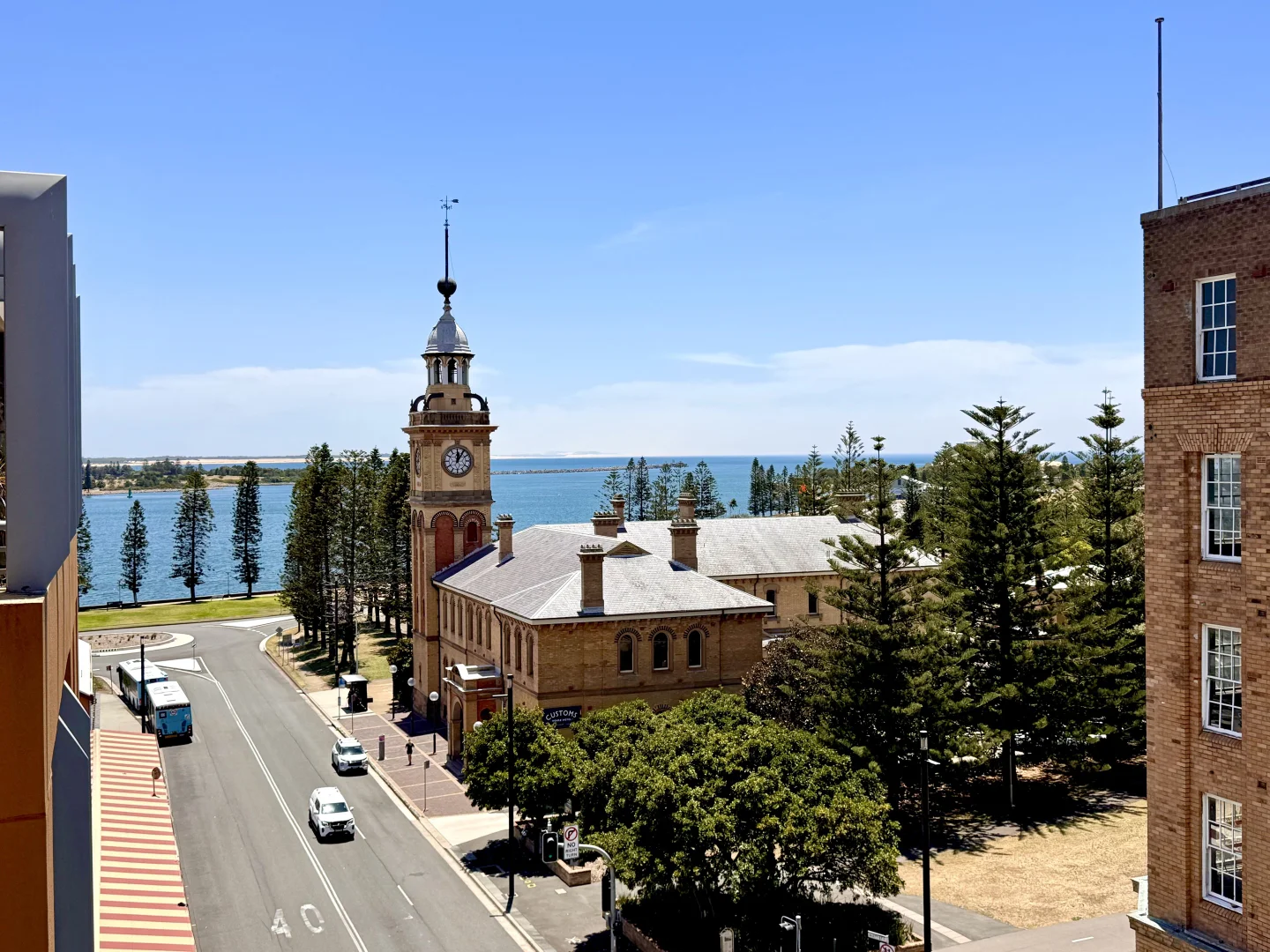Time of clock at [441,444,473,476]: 12:05
